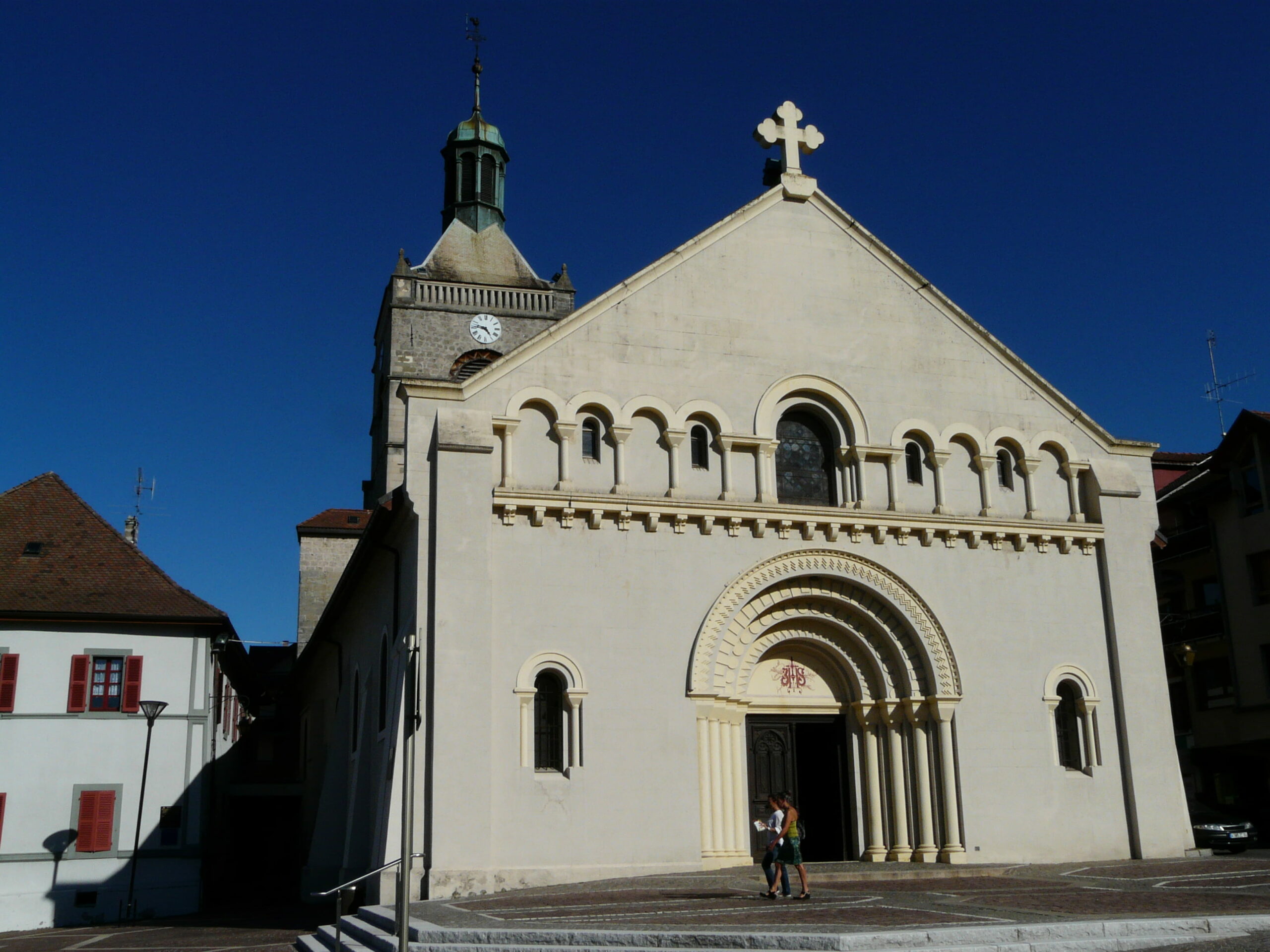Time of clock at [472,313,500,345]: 4:46
